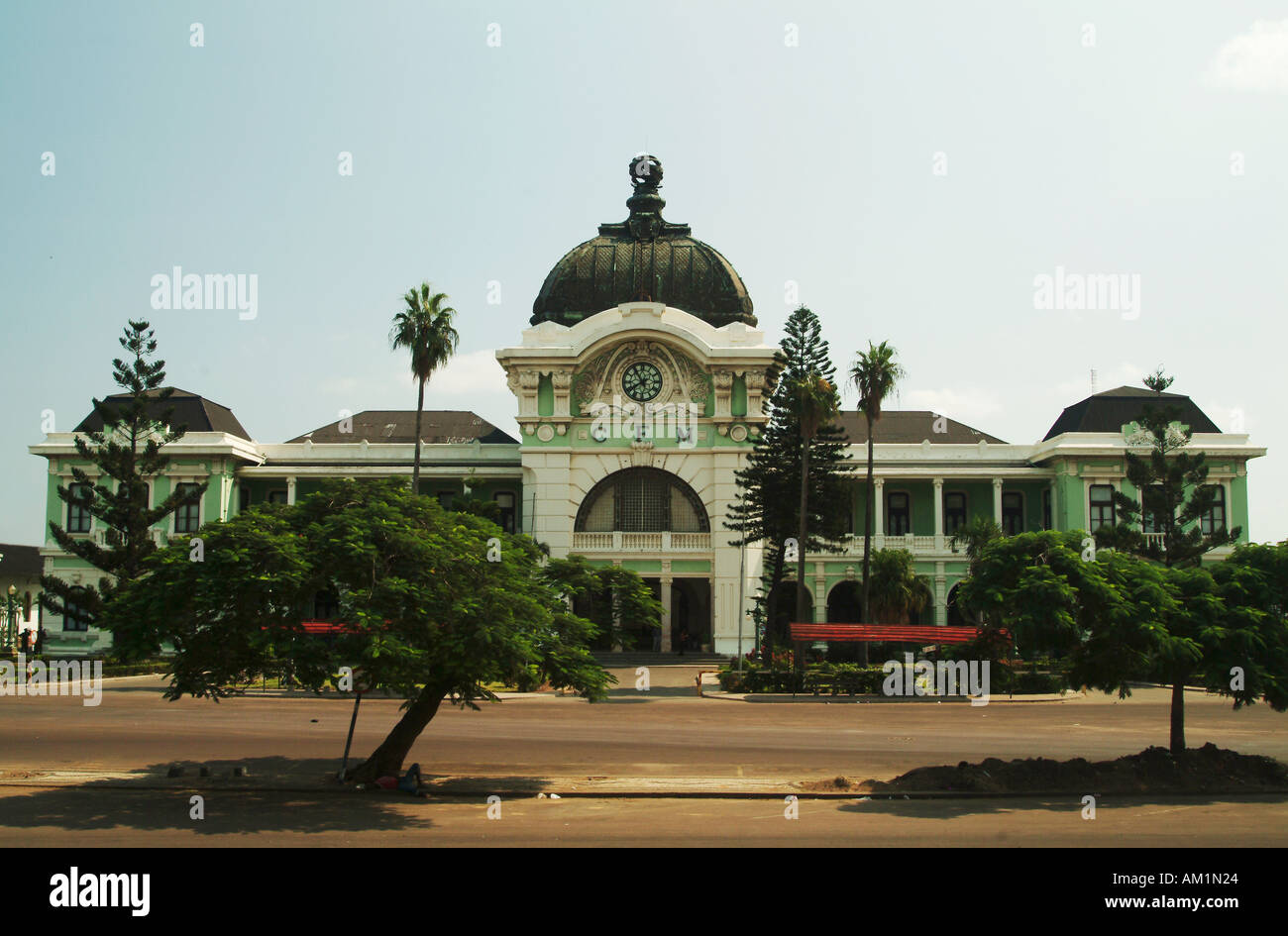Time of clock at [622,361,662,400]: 7:54
